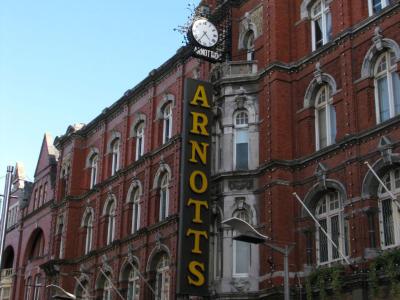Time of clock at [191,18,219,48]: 4:35
